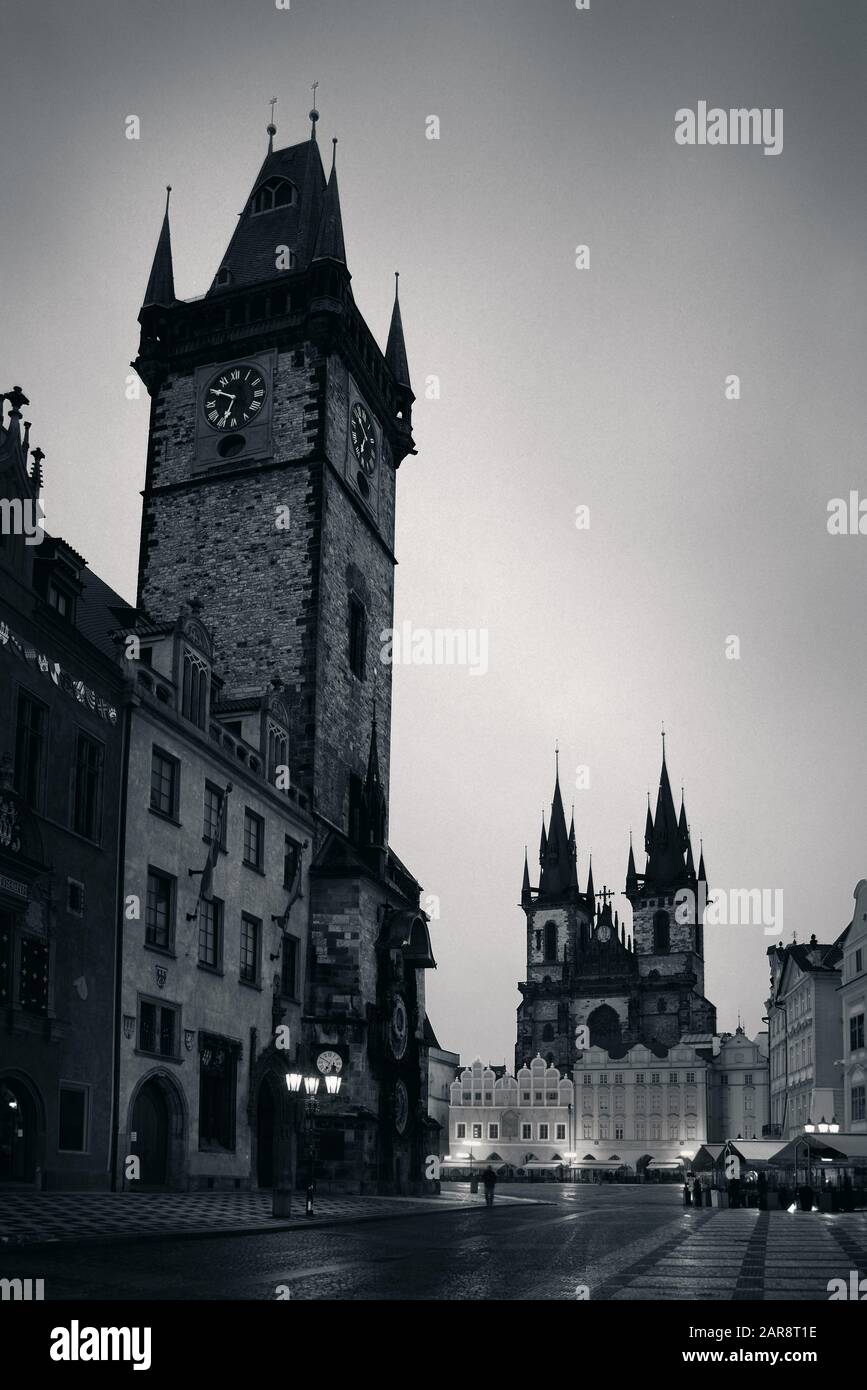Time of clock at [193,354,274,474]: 6:50
